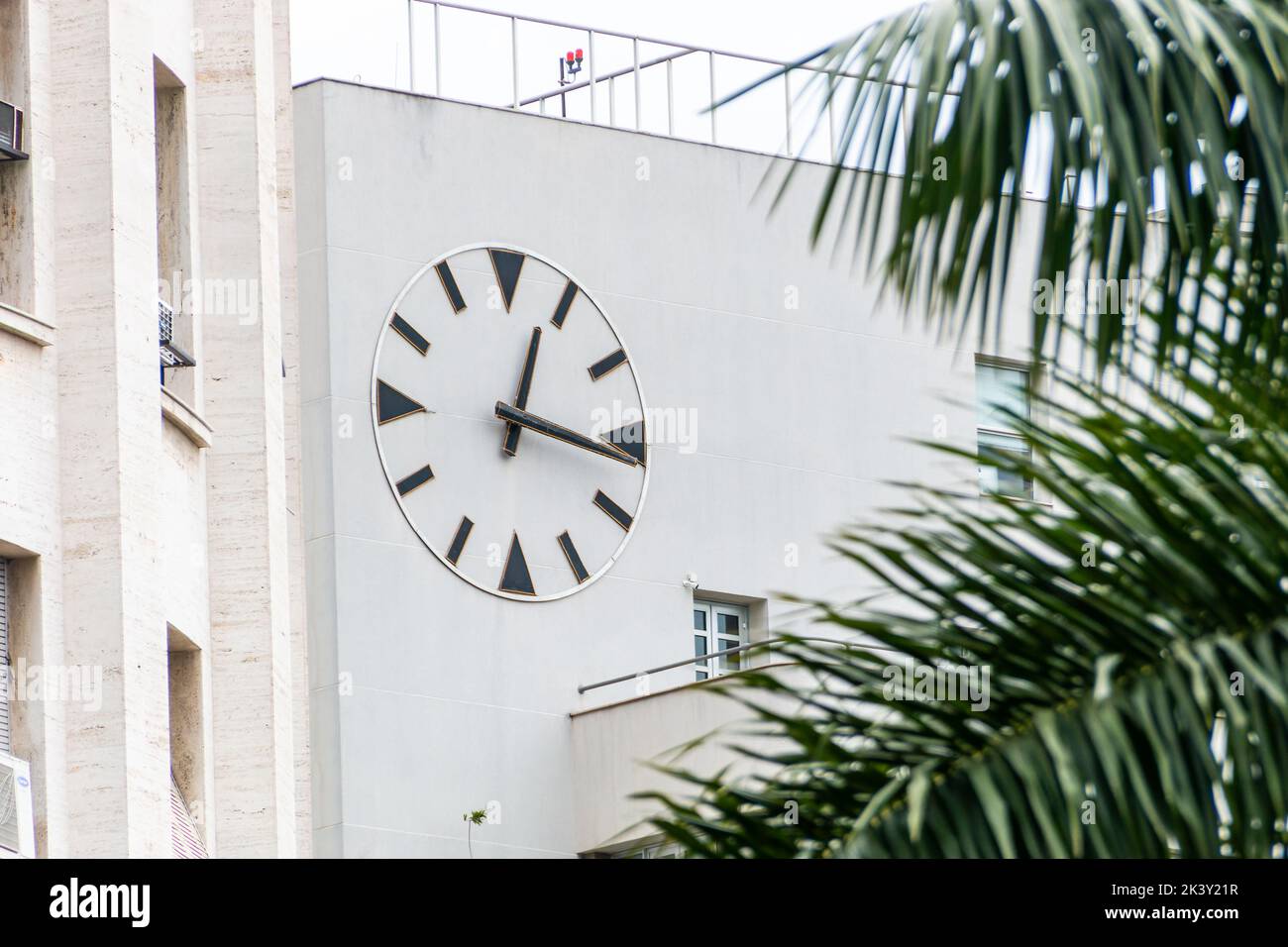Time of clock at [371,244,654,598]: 12:16
